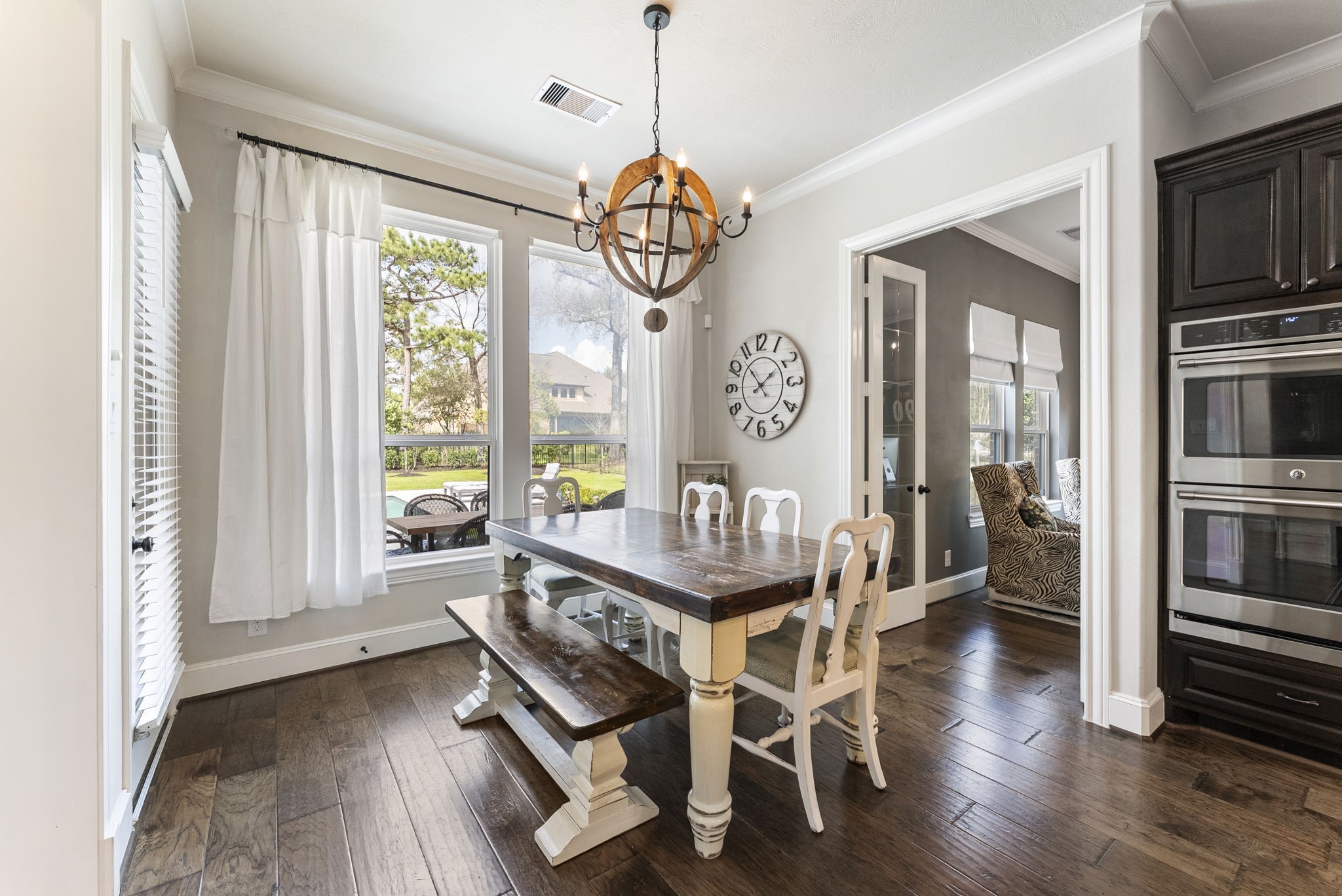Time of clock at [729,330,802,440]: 1:53
